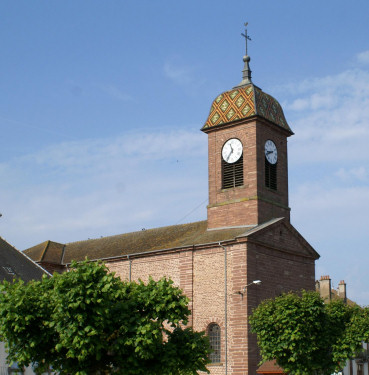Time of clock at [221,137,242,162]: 11:36
